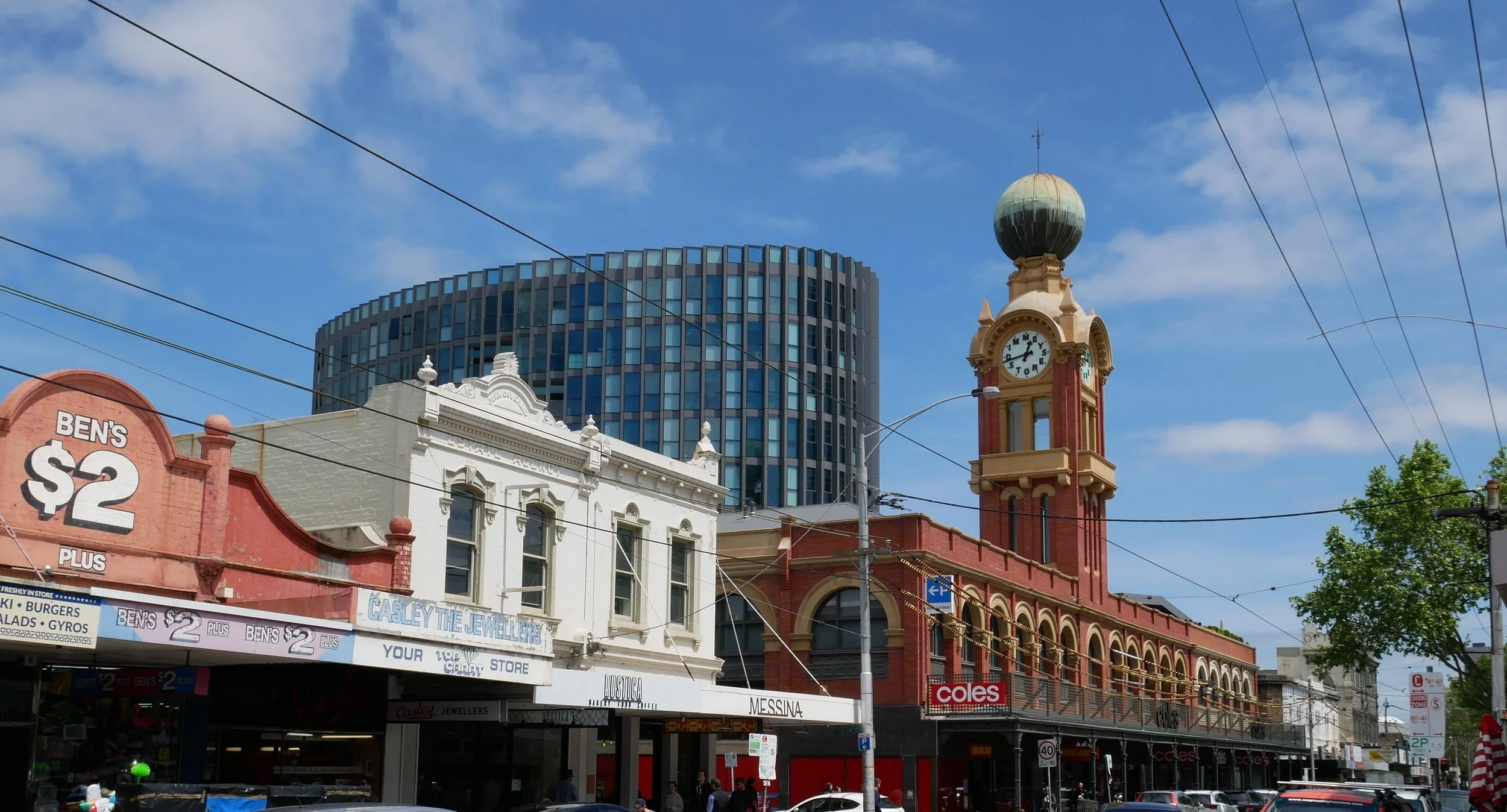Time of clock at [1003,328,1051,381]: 12:43
